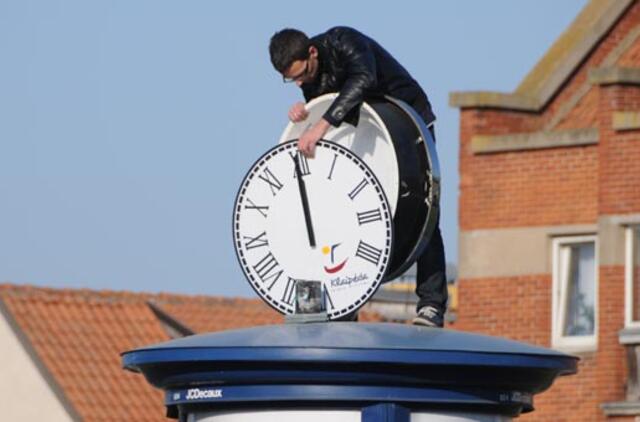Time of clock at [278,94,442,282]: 11:59
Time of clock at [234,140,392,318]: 11:59
